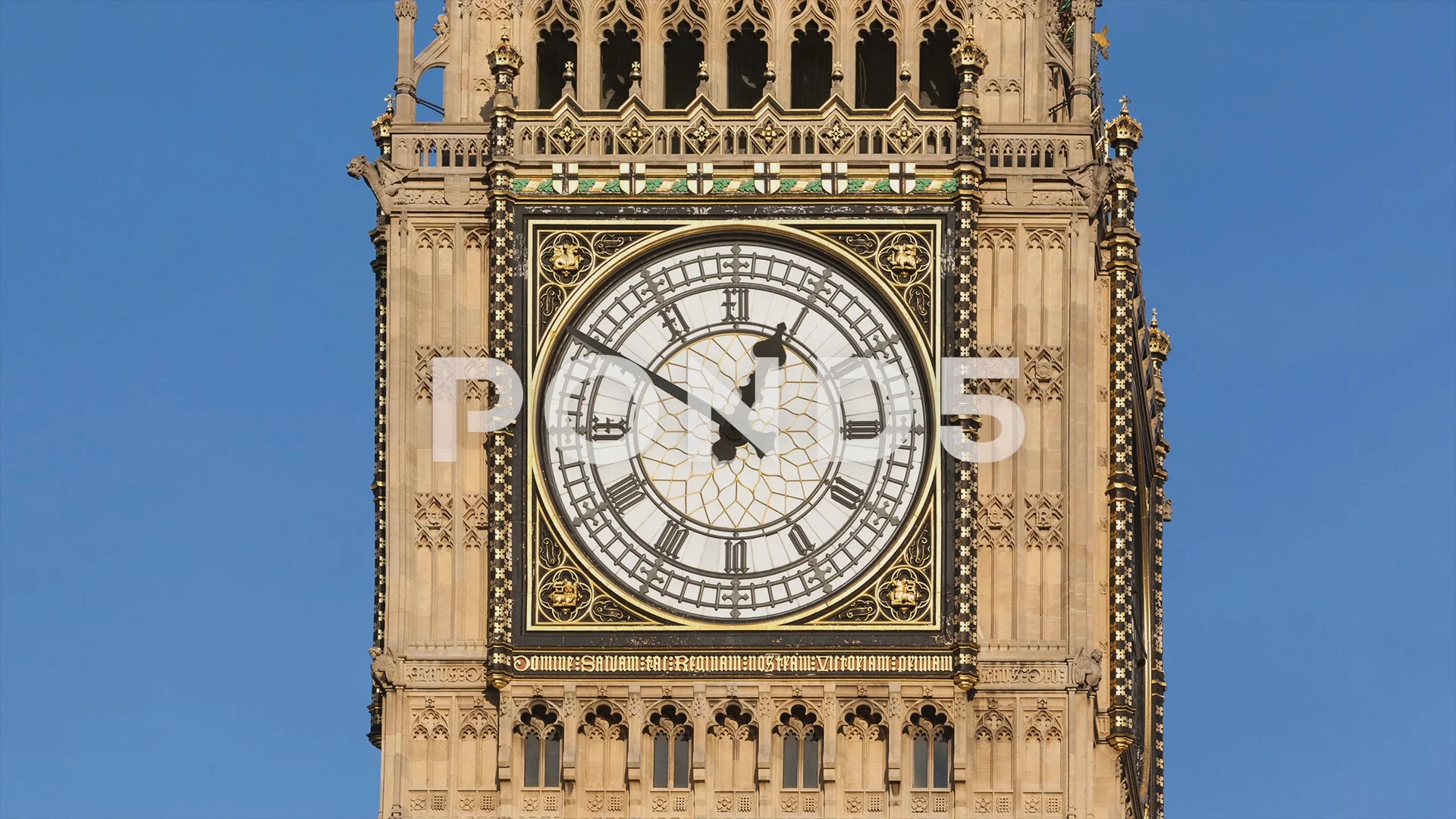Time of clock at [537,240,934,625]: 12:50
